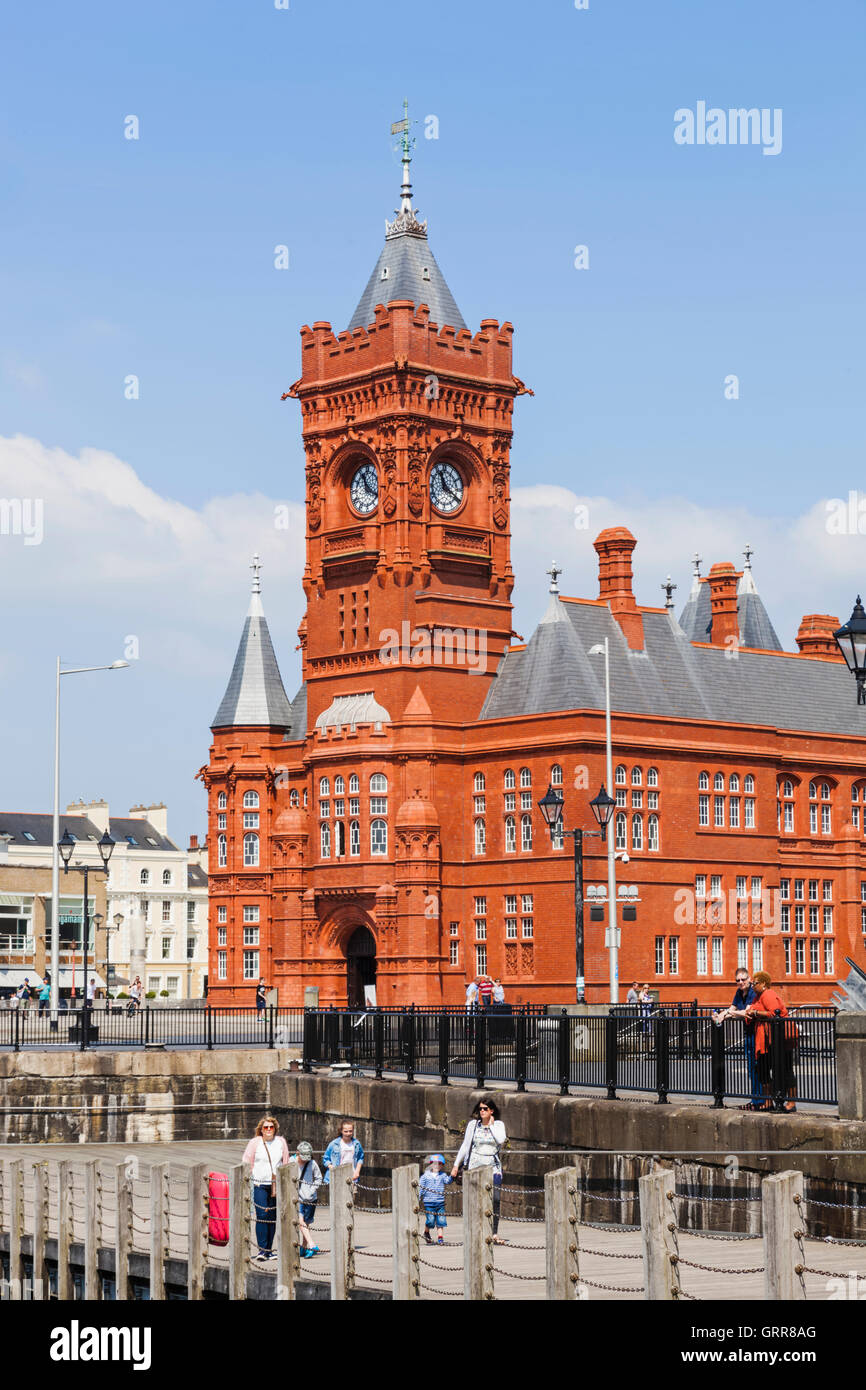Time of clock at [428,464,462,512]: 11:19
